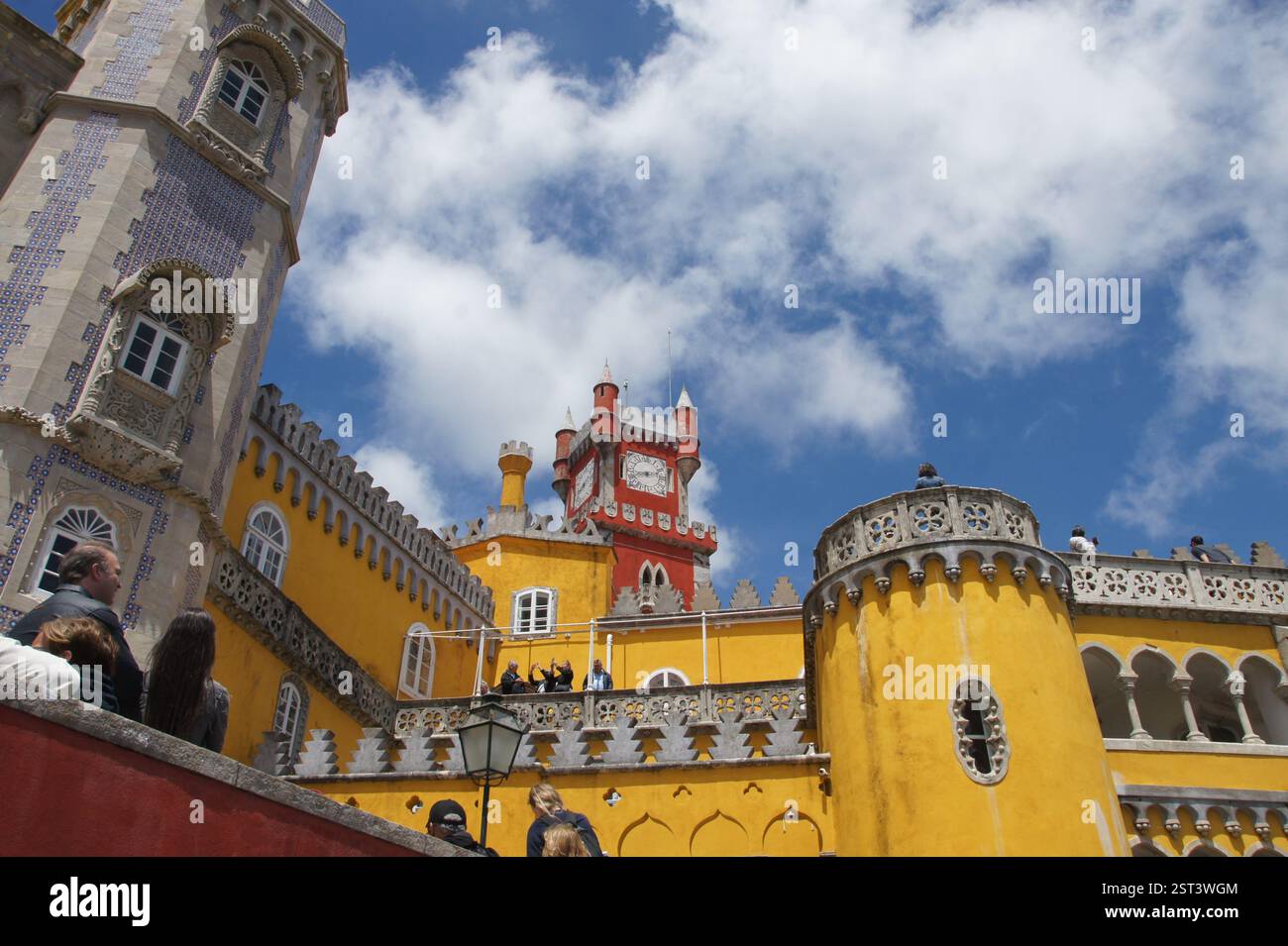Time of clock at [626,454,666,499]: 8:12
